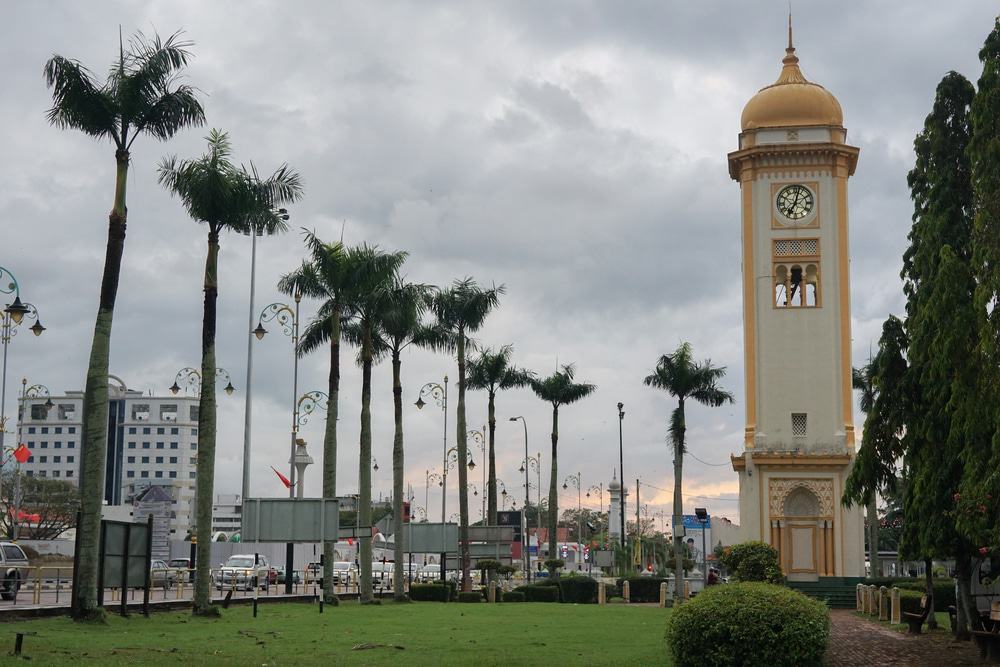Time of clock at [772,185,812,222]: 7:02
